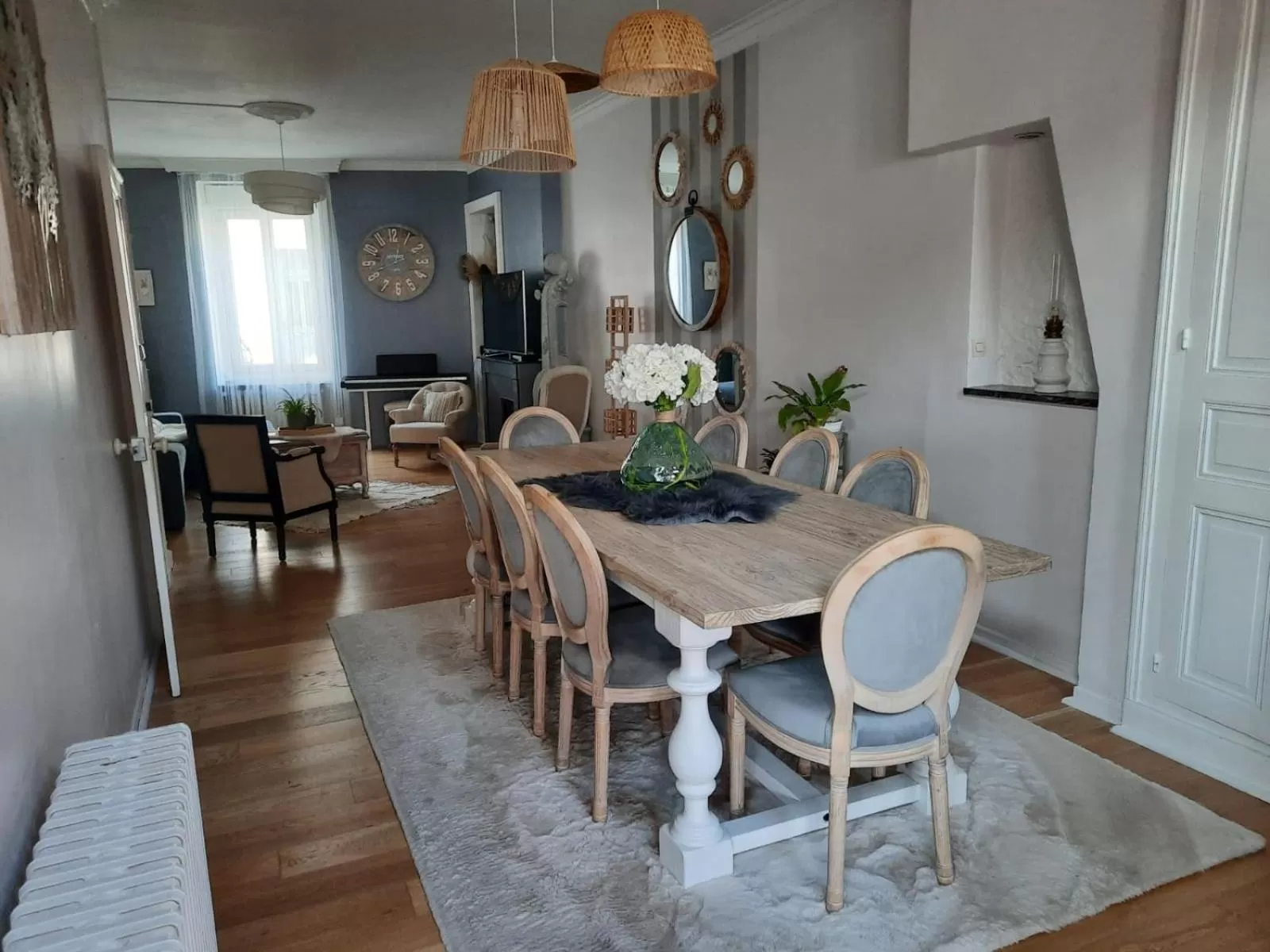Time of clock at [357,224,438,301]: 12:41
